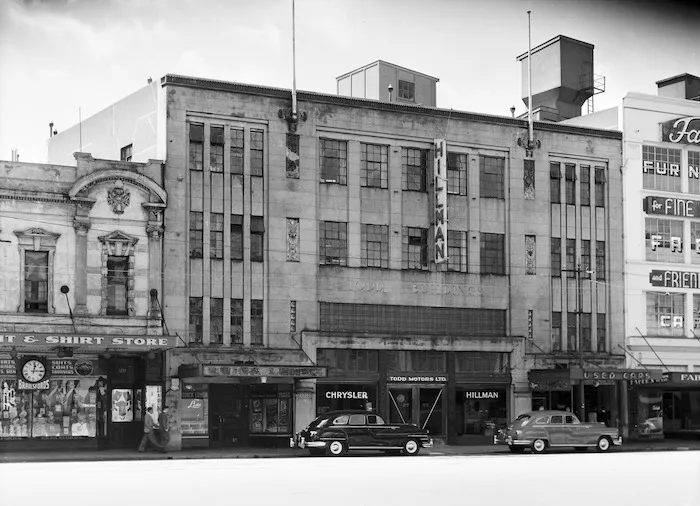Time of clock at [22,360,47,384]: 12:14
